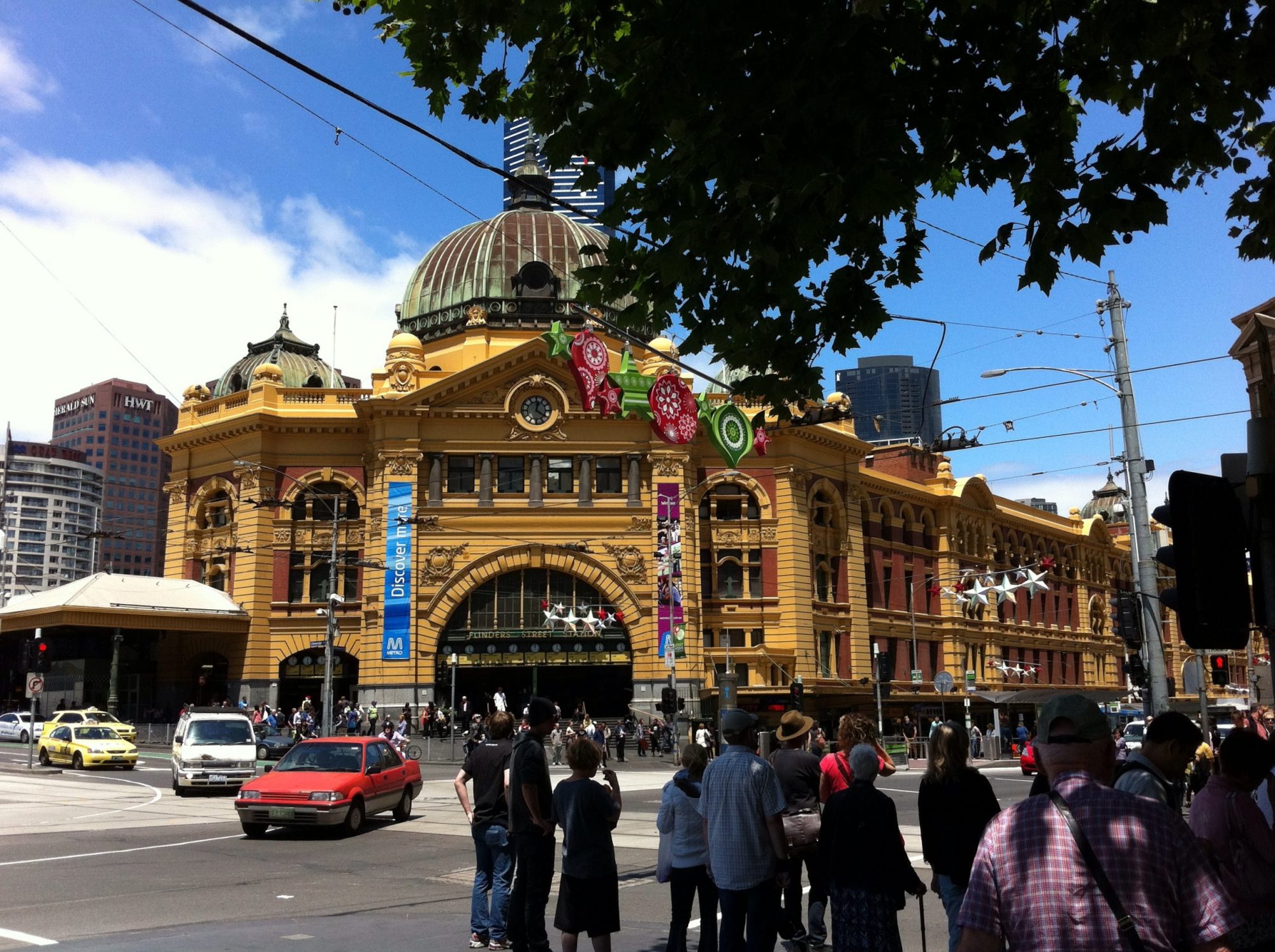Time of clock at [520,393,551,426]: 12:20
